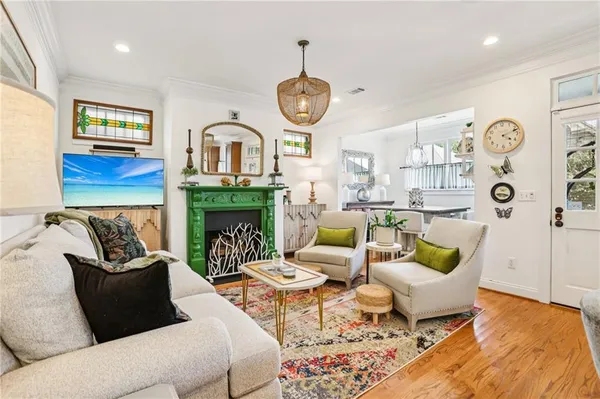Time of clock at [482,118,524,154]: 4:11
